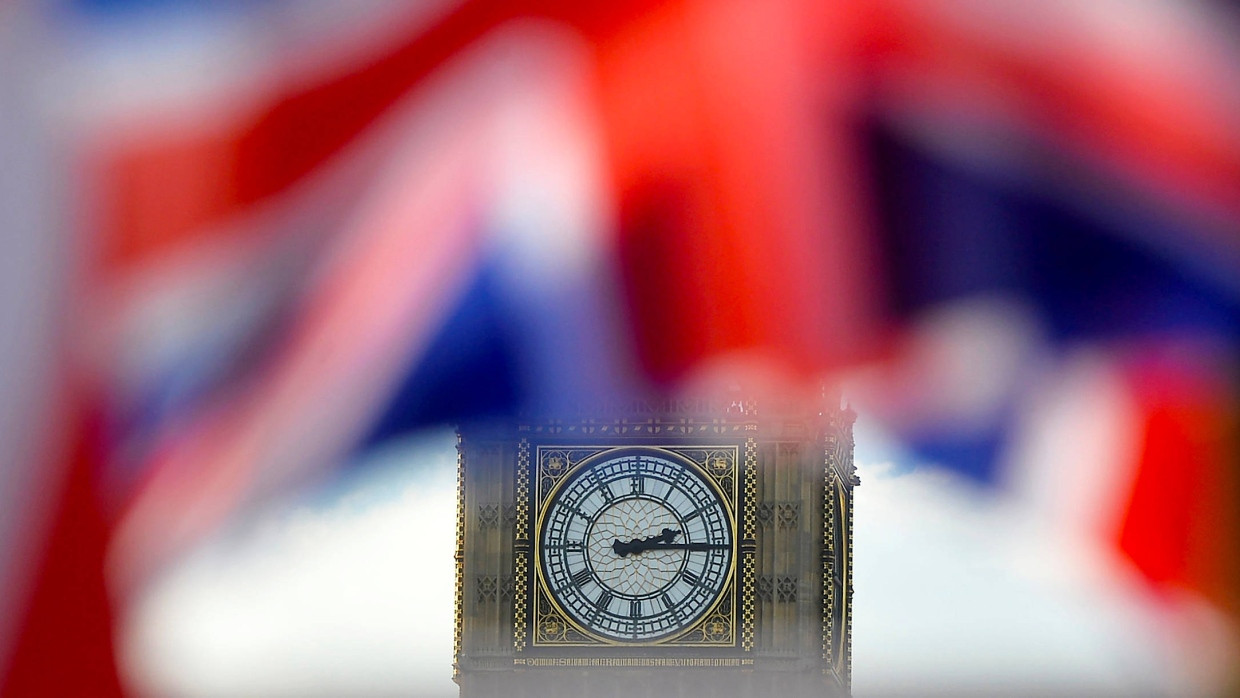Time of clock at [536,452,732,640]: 2:14
